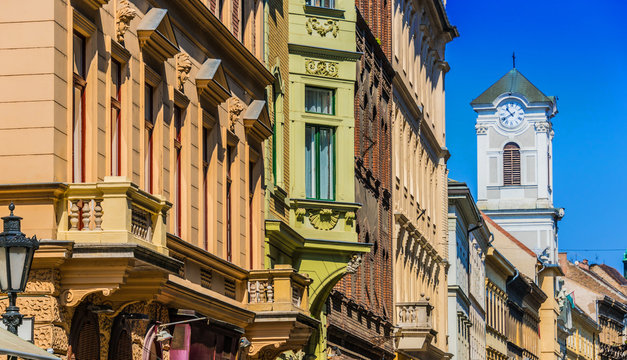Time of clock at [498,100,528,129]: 10:39
